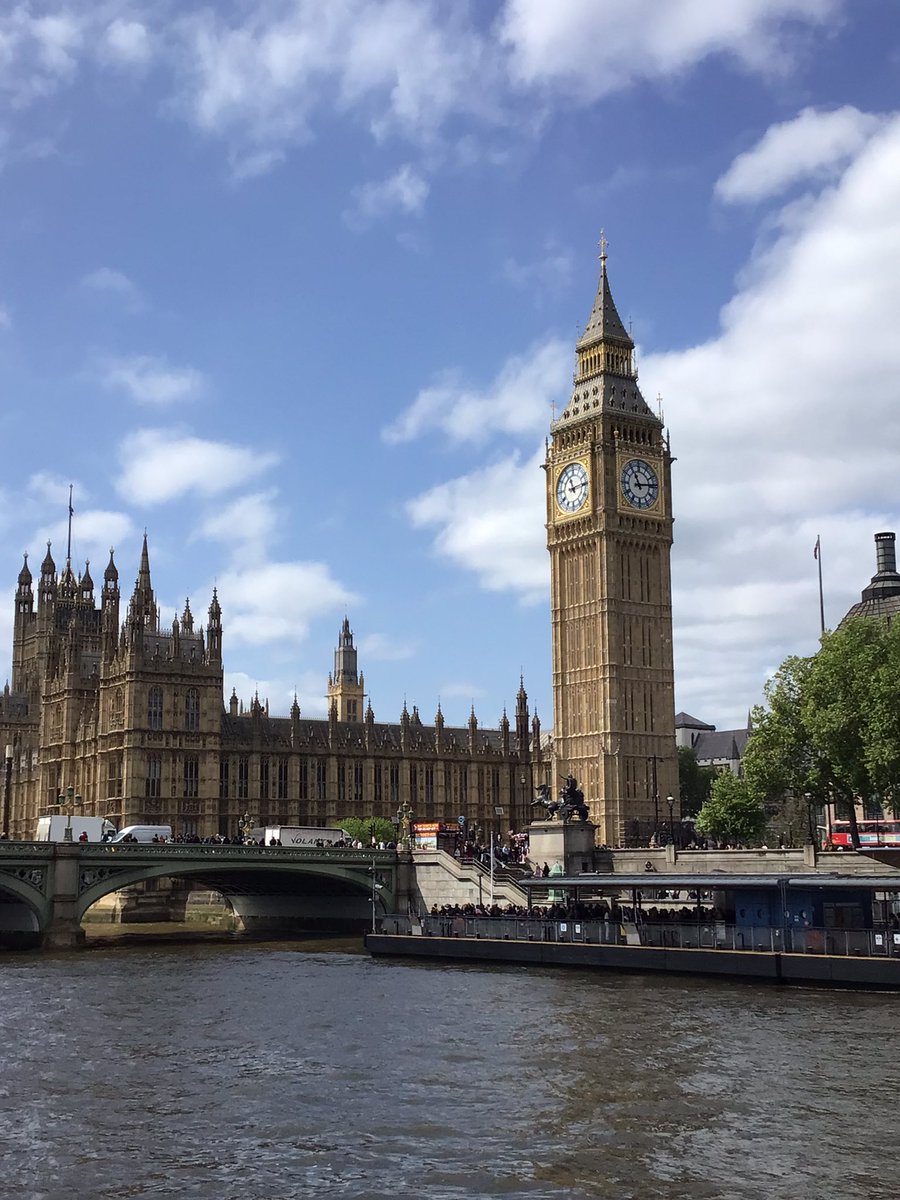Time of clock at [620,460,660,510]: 11:13
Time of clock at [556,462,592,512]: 11:14
